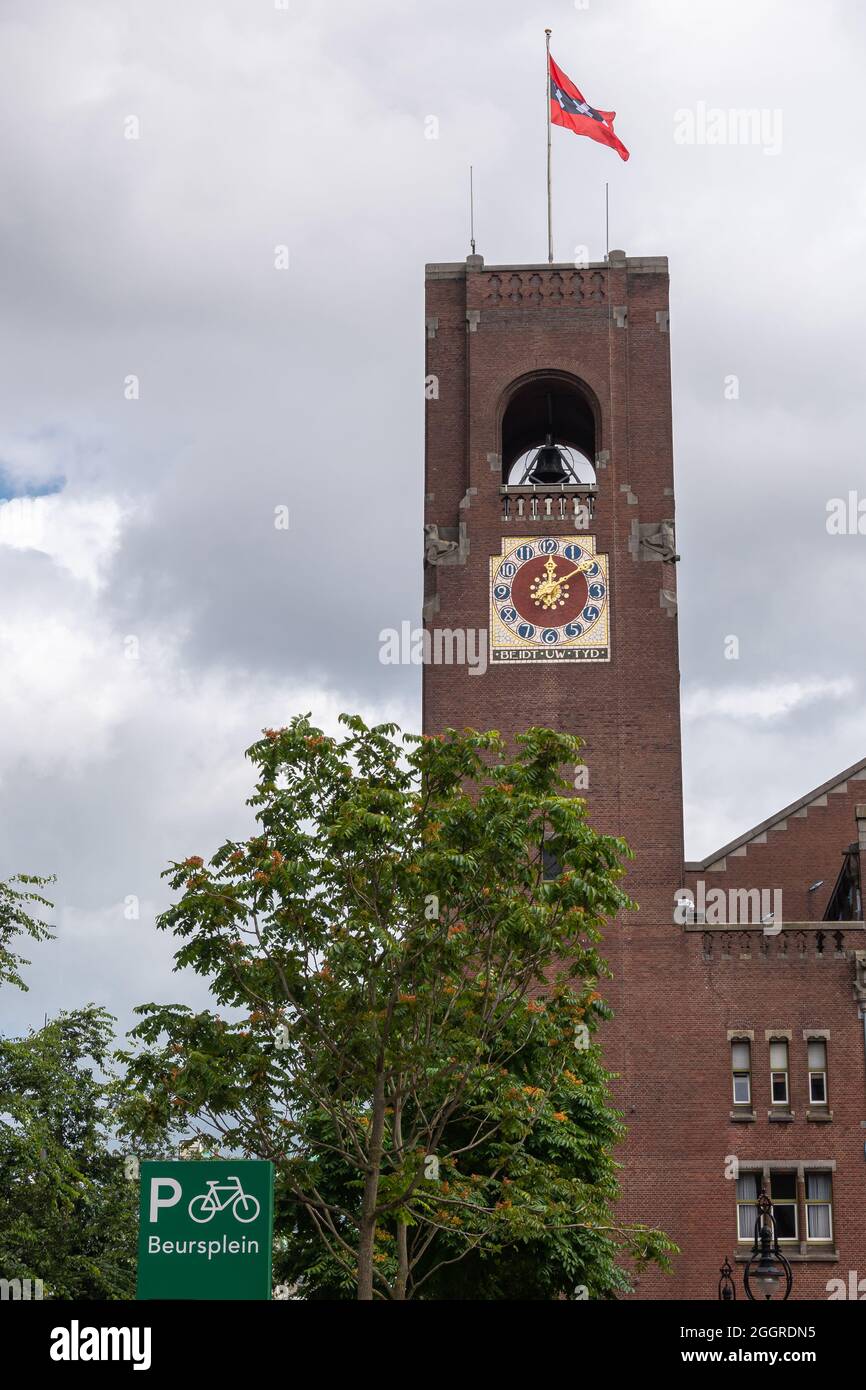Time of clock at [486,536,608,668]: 12:09
